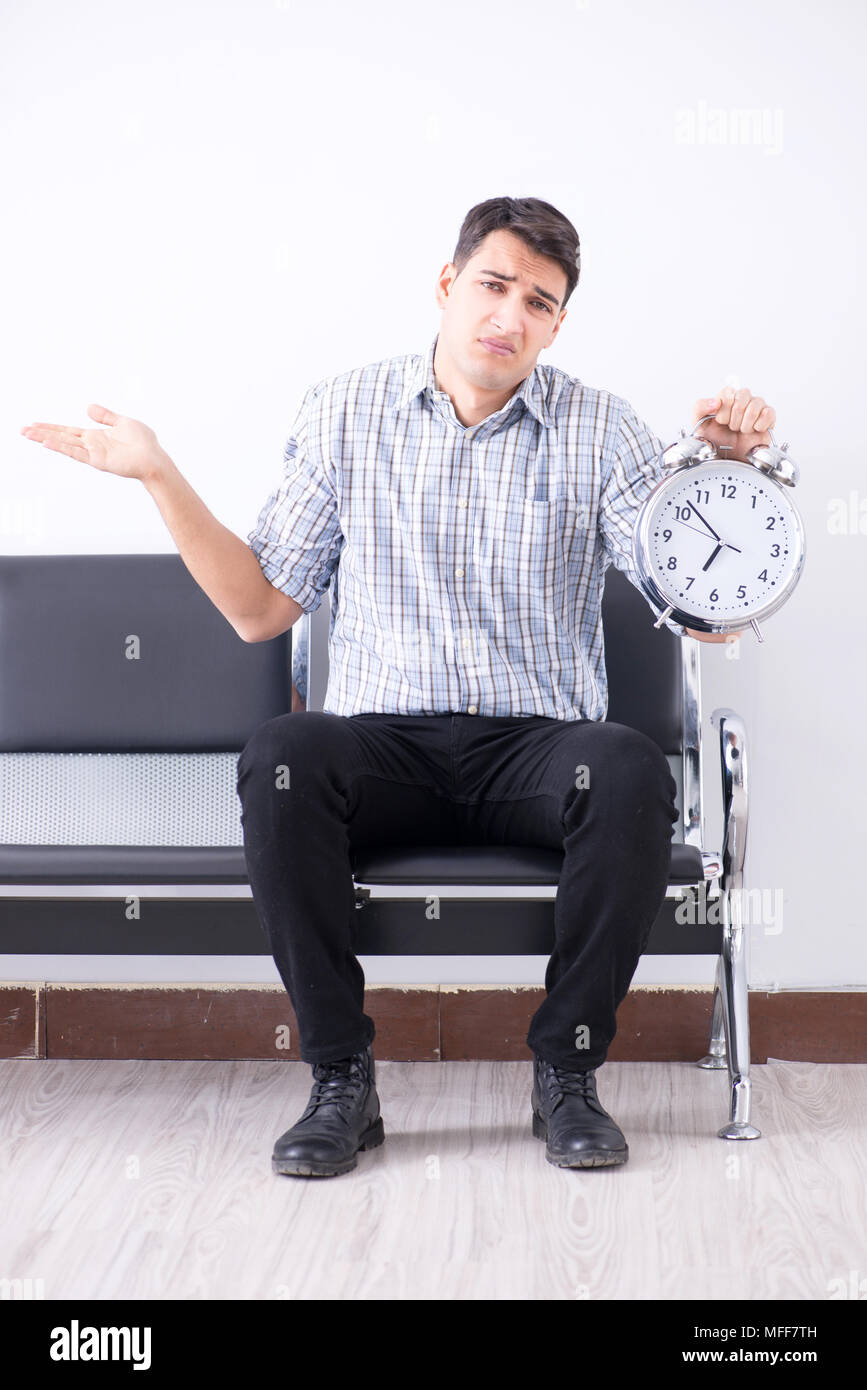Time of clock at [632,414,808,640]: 6:52
